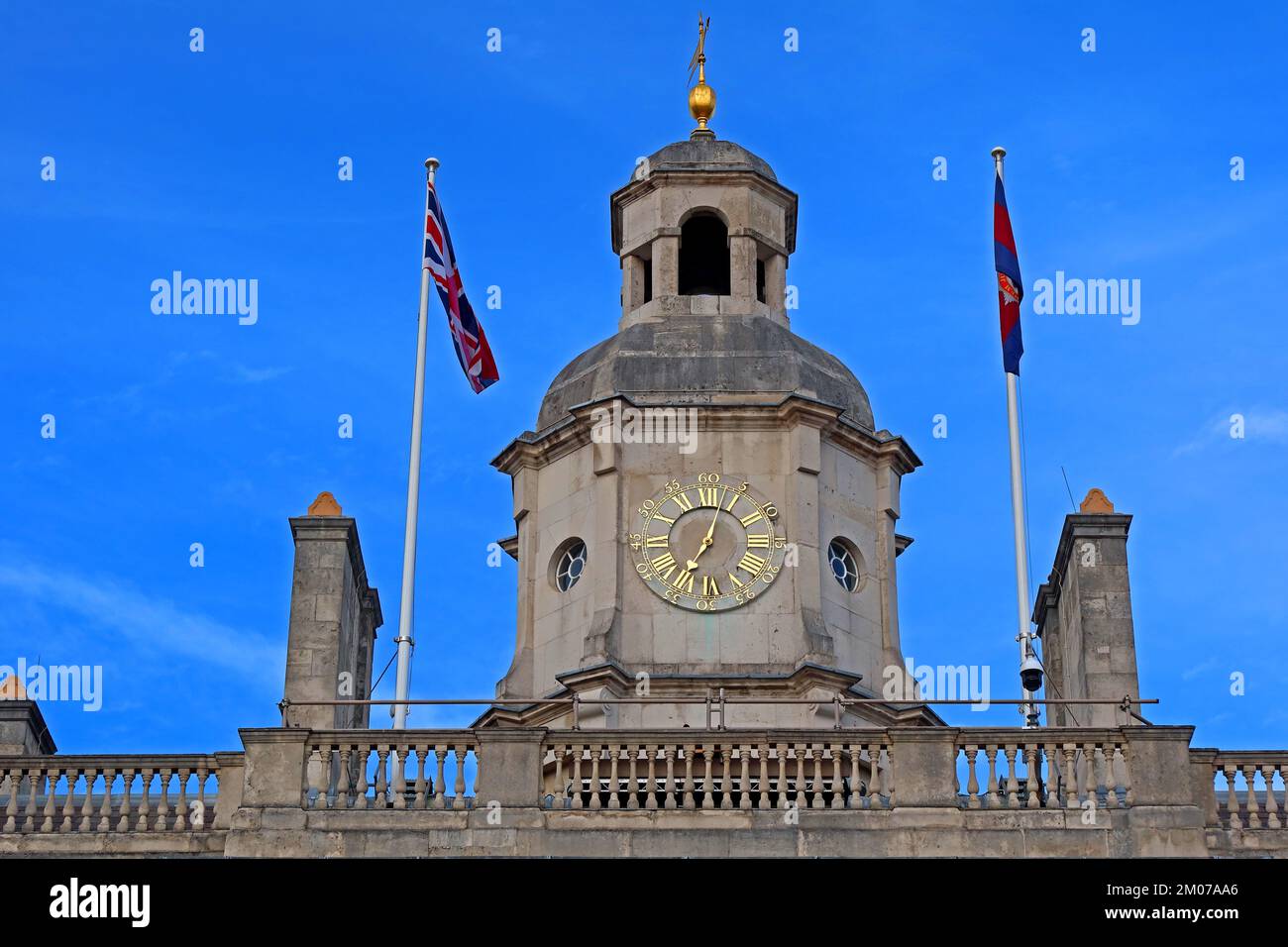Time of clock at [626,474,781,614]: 7:03
